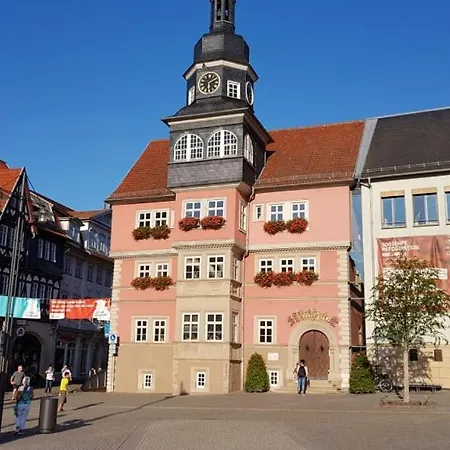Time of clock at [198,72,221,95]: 1:28
